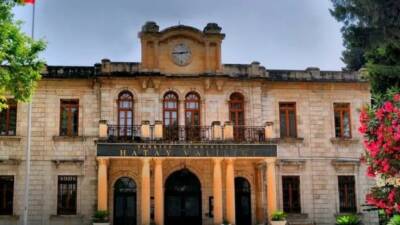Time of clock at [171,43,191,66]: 2:45
